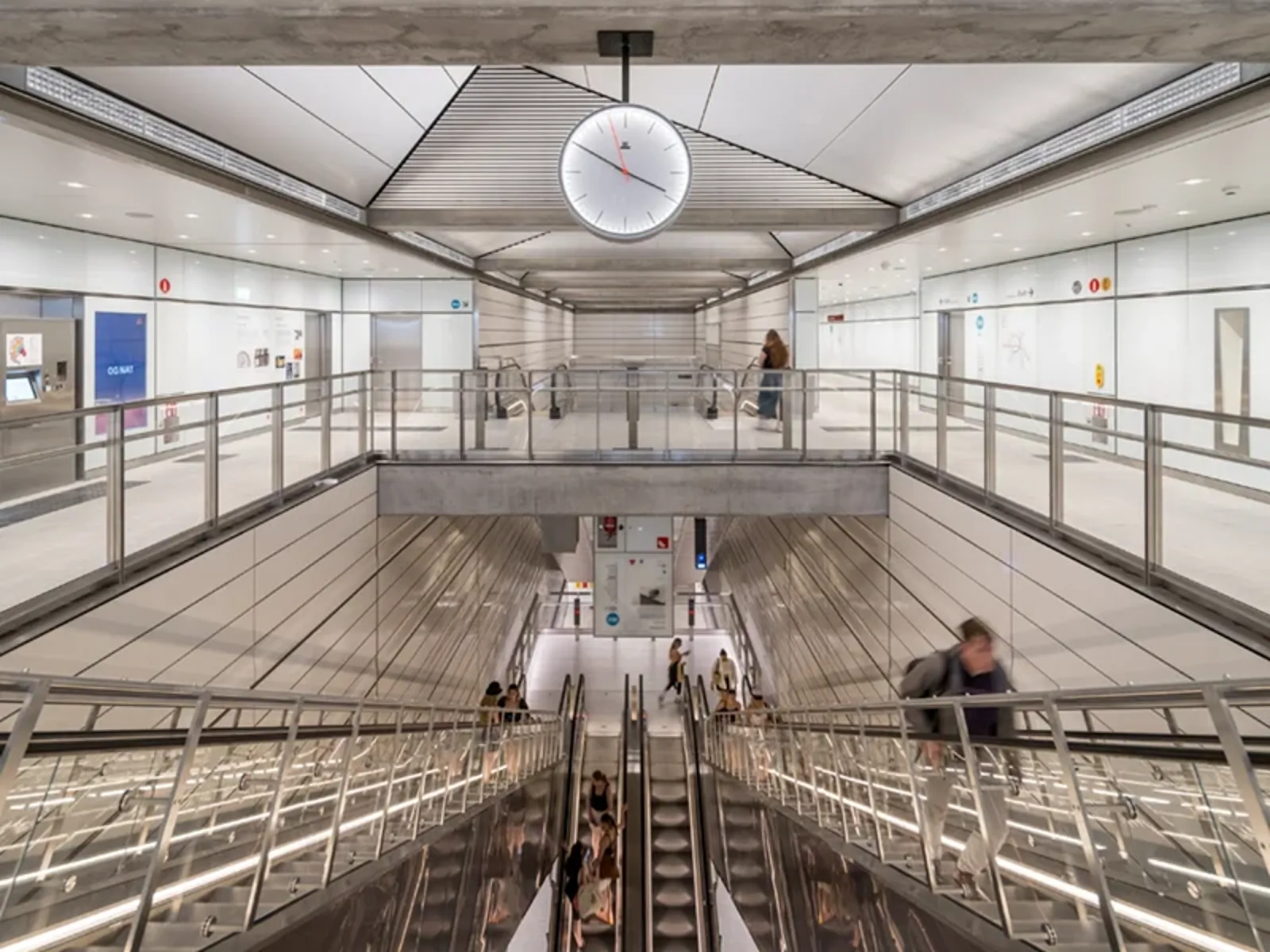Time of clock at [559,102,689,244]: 3:50
